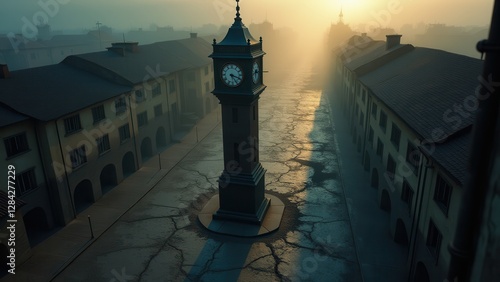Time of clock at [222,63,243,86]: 5:18
